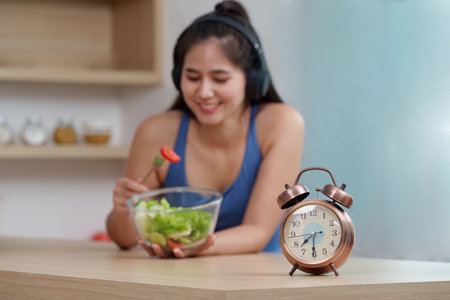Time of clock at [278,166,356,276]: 7:30
